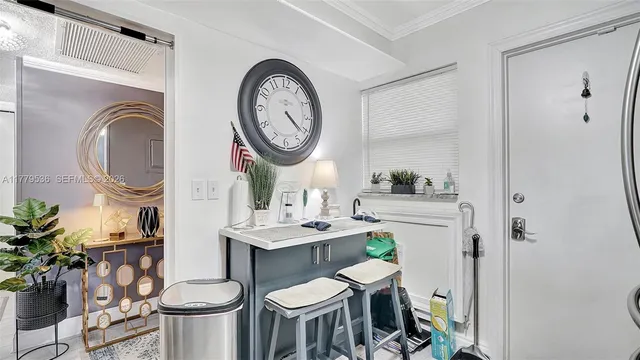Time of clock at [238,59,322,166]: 4:21
